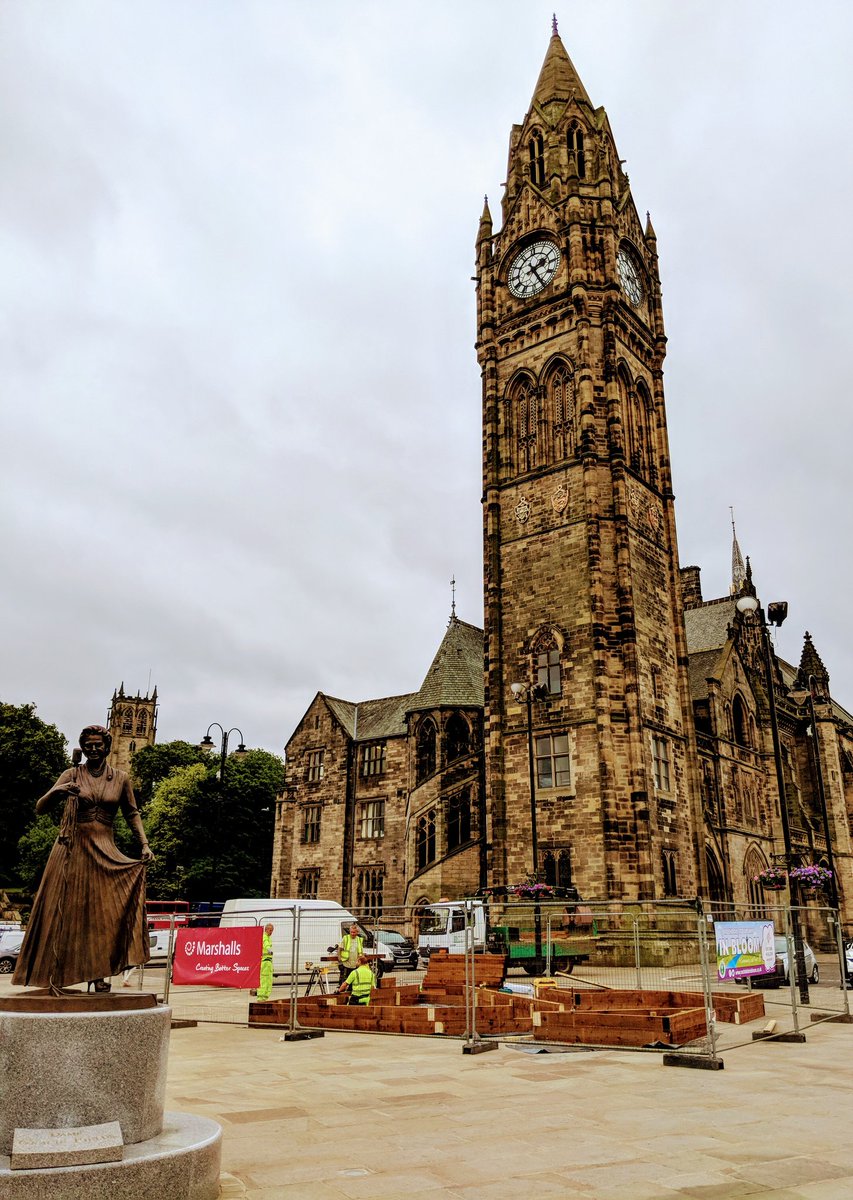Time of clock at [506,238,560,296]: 2:25
